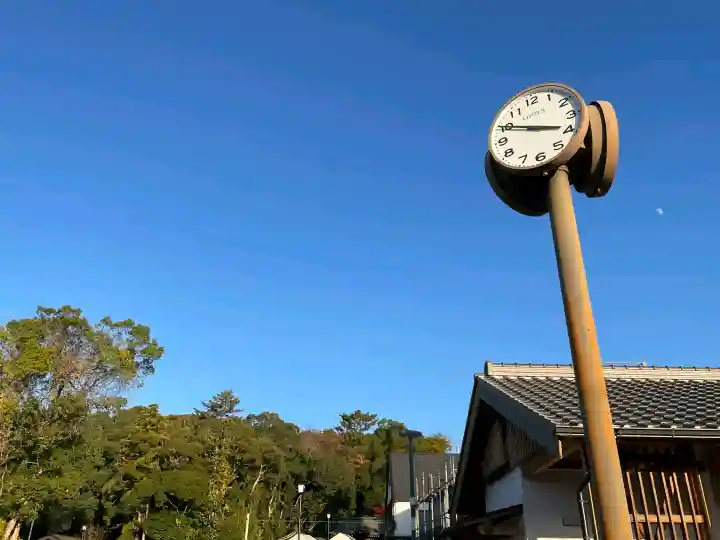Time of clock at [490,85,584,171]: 3:49
